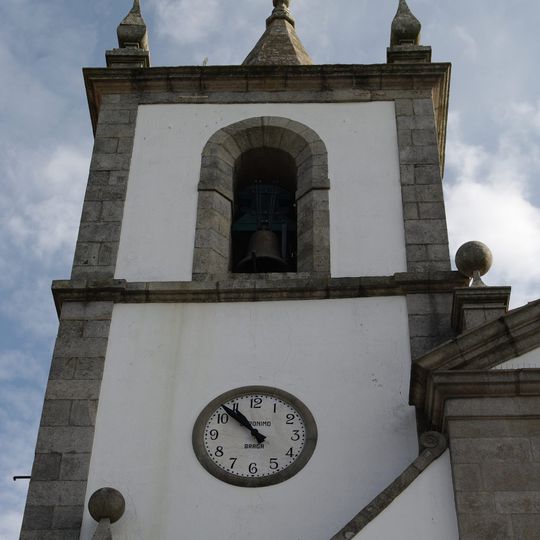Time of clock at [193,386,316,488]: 10:52
